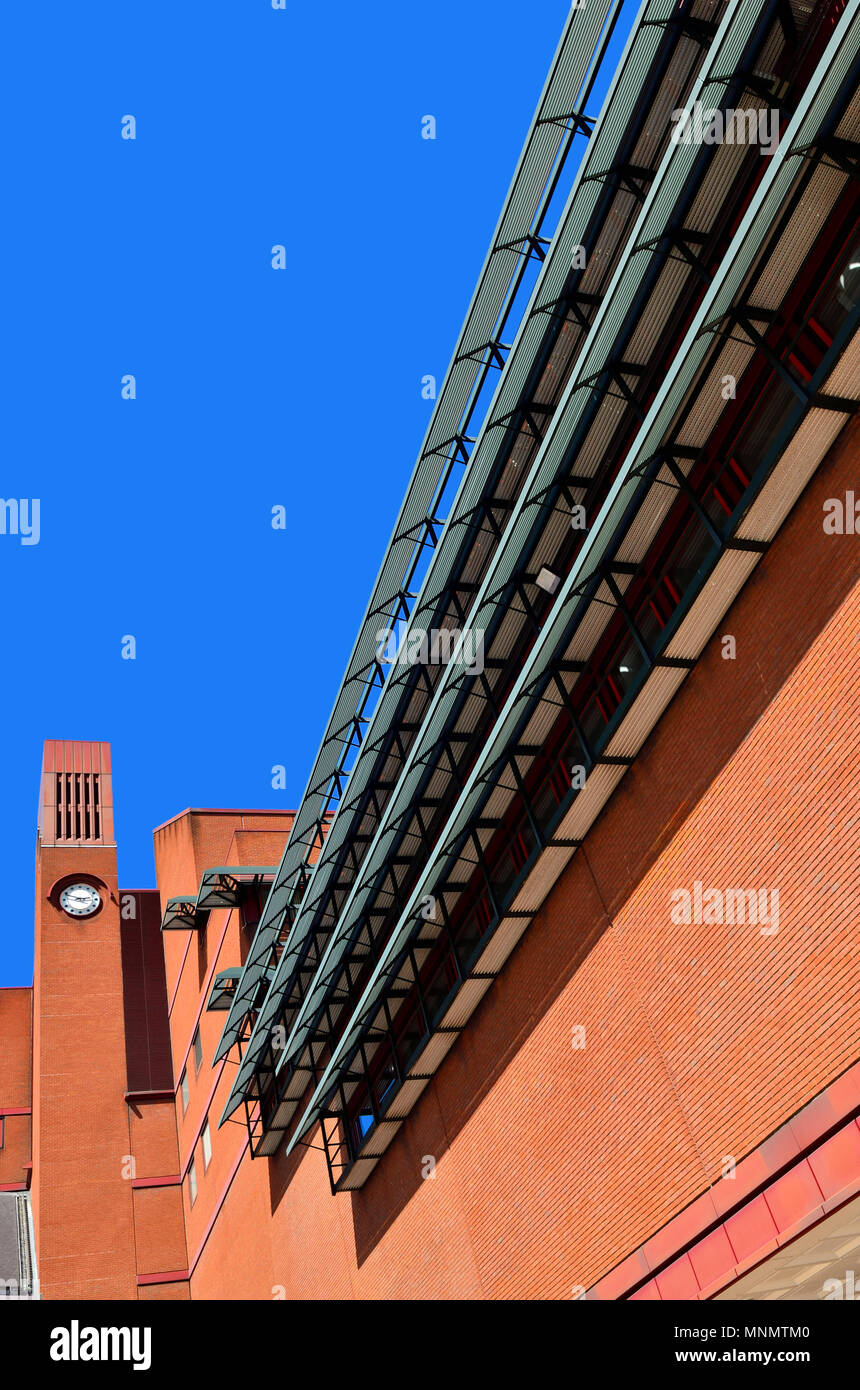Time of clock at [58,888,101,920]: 2:48
